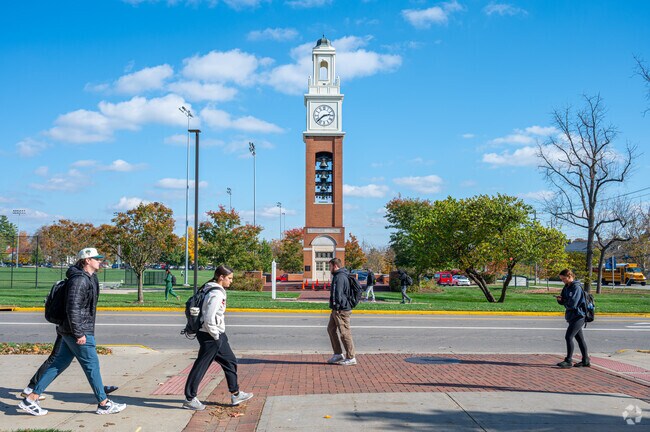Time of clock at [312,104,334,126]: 2:38
